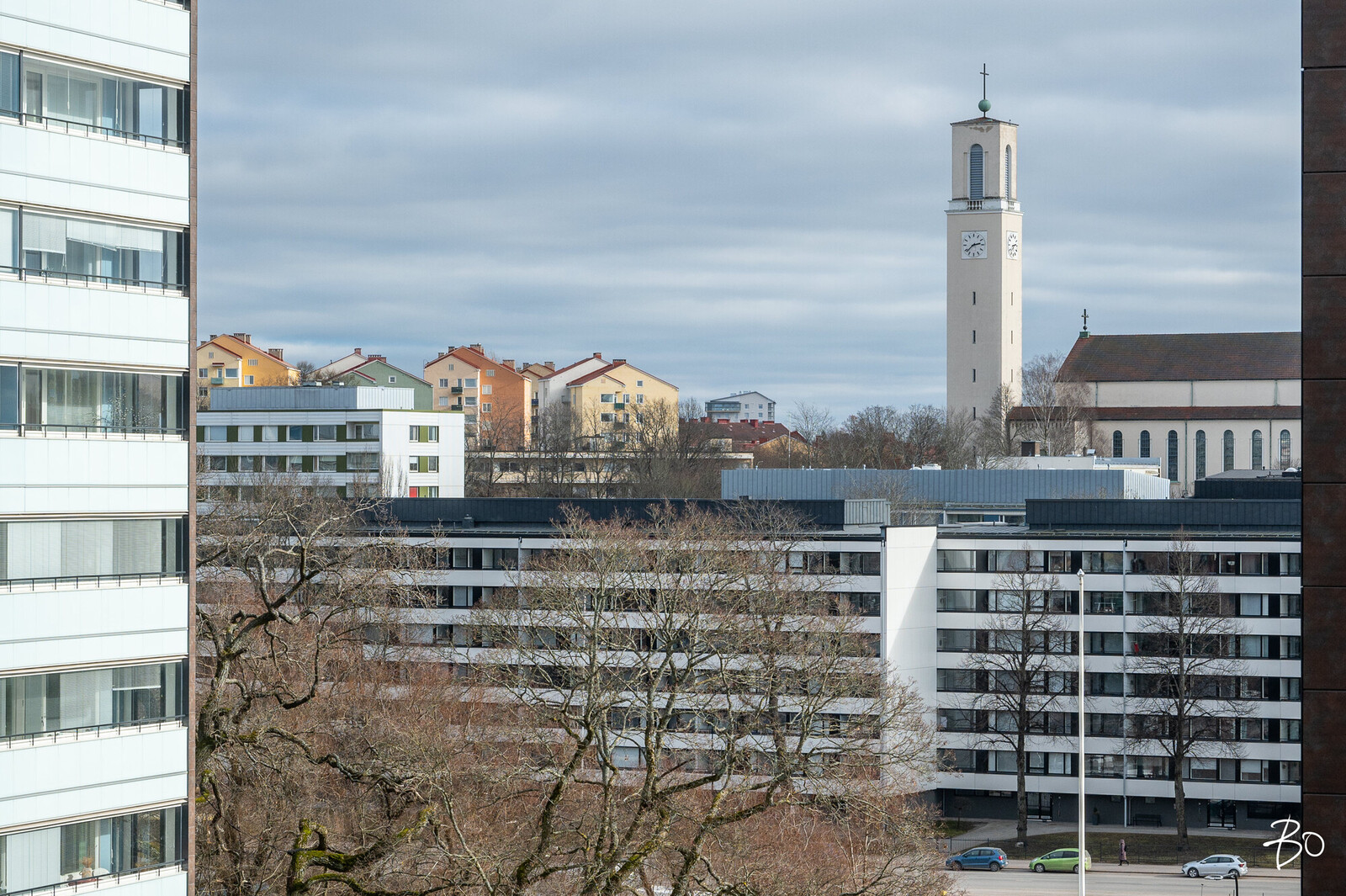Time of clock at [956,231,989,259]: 2:38
